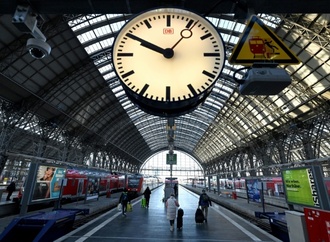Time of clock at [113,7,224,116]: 9:50
